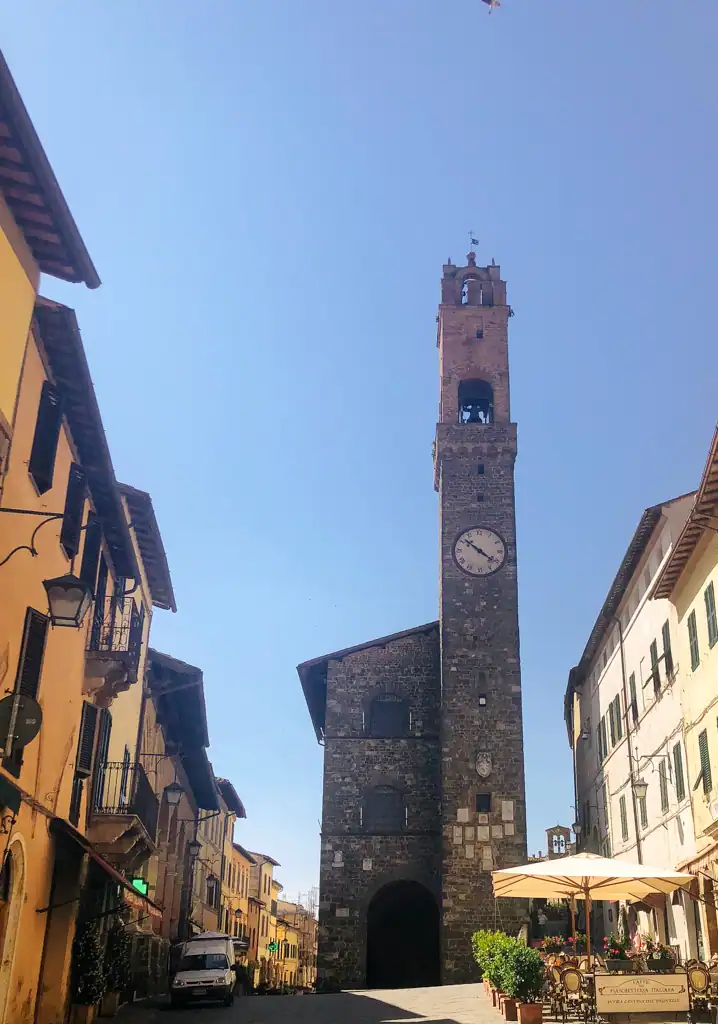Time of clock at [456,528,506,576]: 10:21
